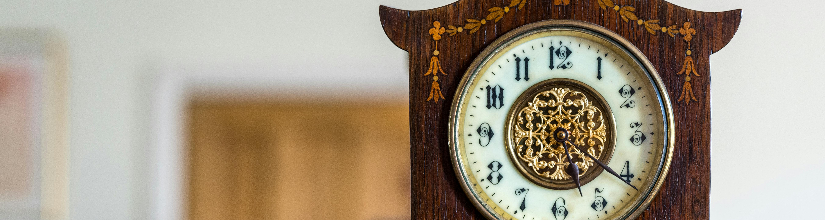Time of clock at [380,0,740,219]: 5:20
